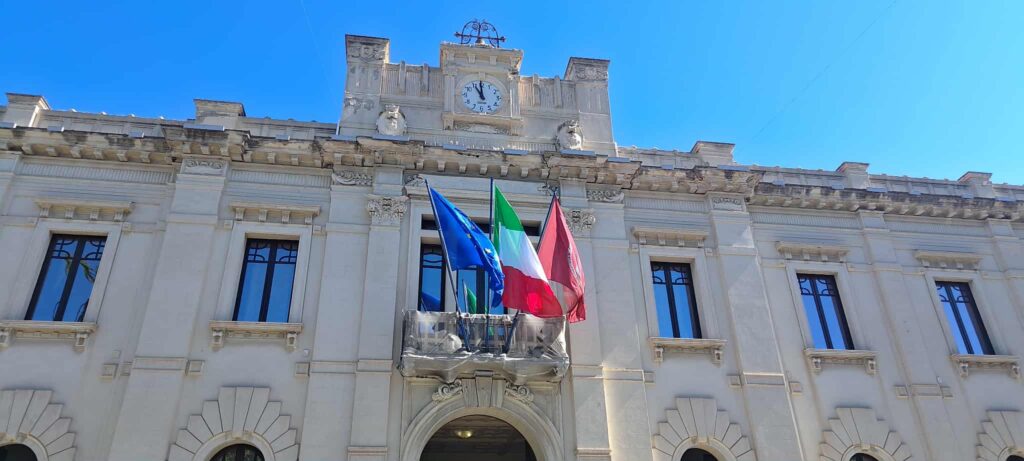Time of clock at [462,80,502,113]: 10:59
